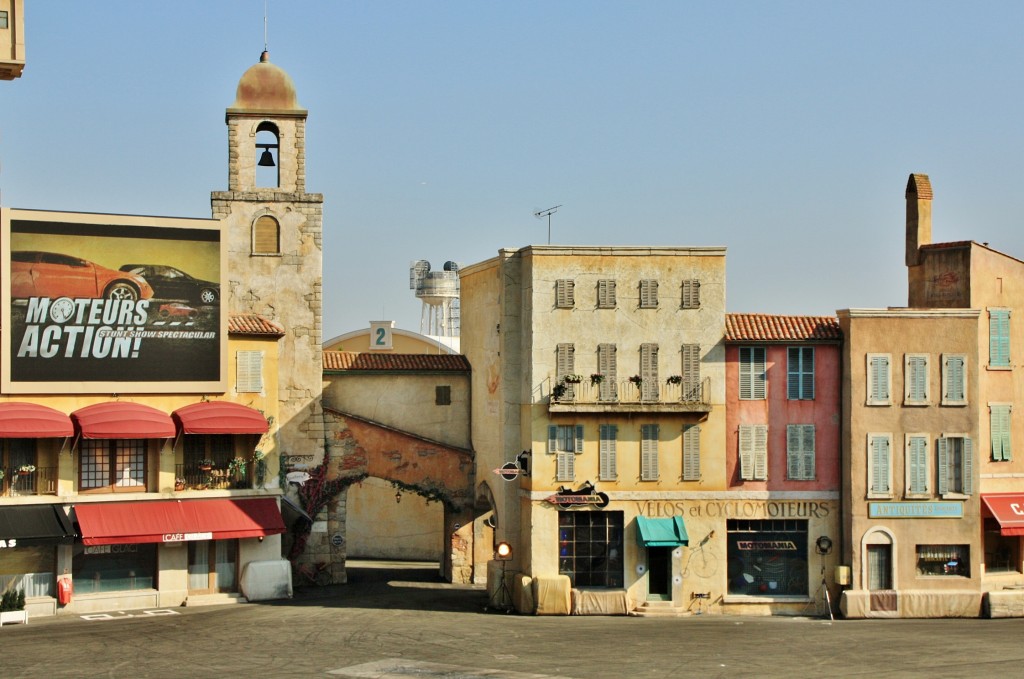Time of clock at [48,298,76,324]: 5:26
